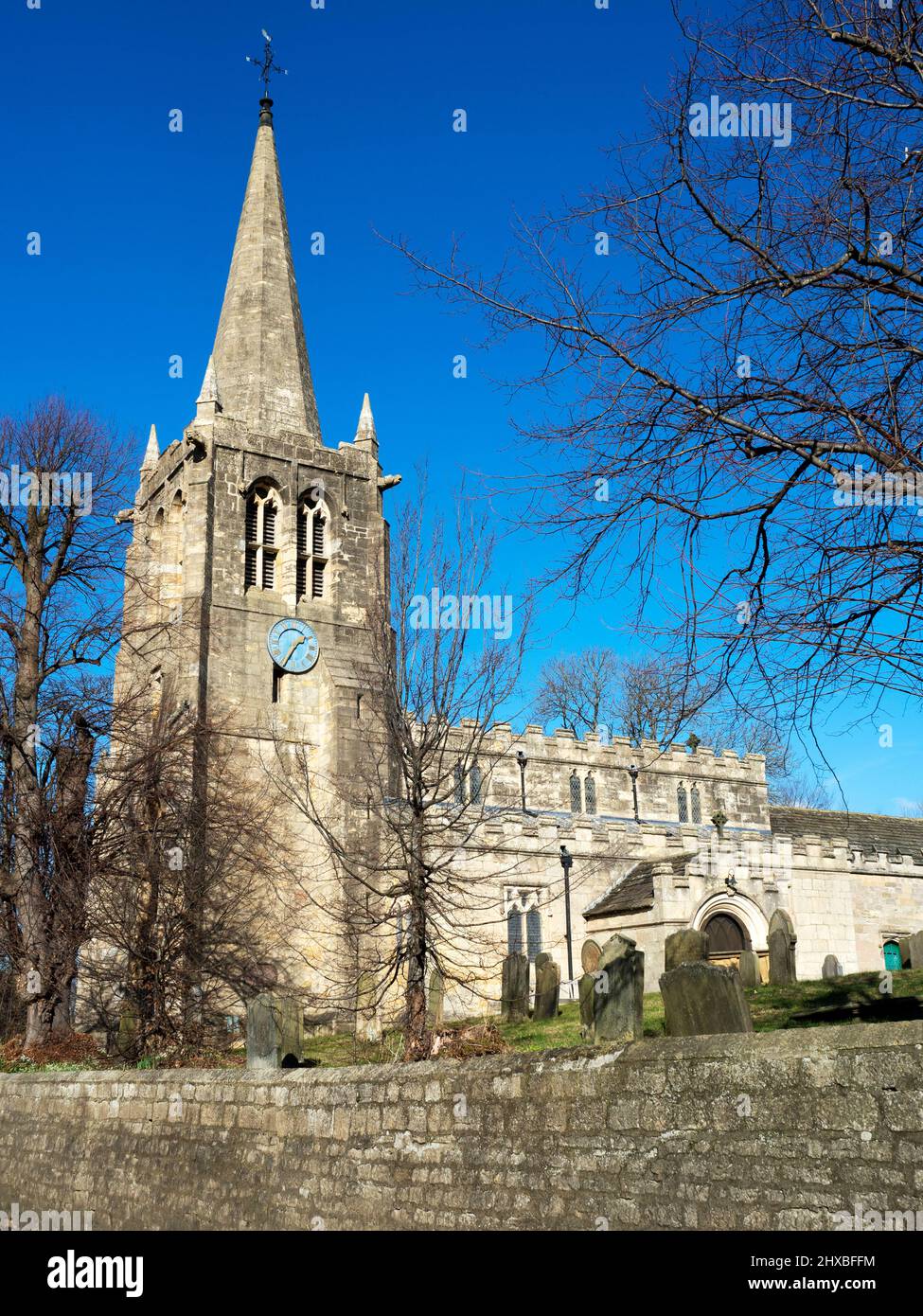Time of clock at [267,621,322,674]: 1:34
